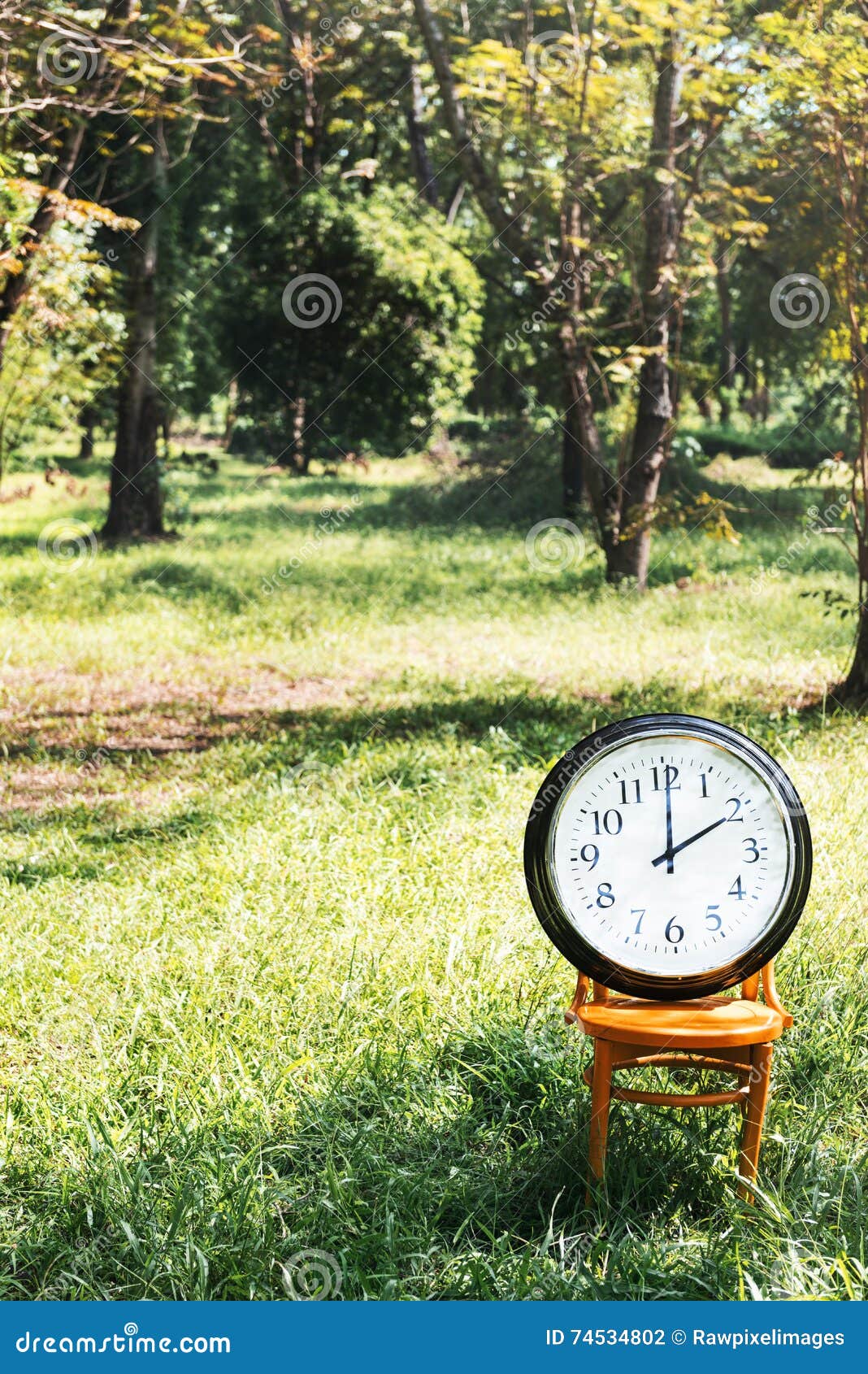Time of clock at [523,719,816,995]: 2:00
